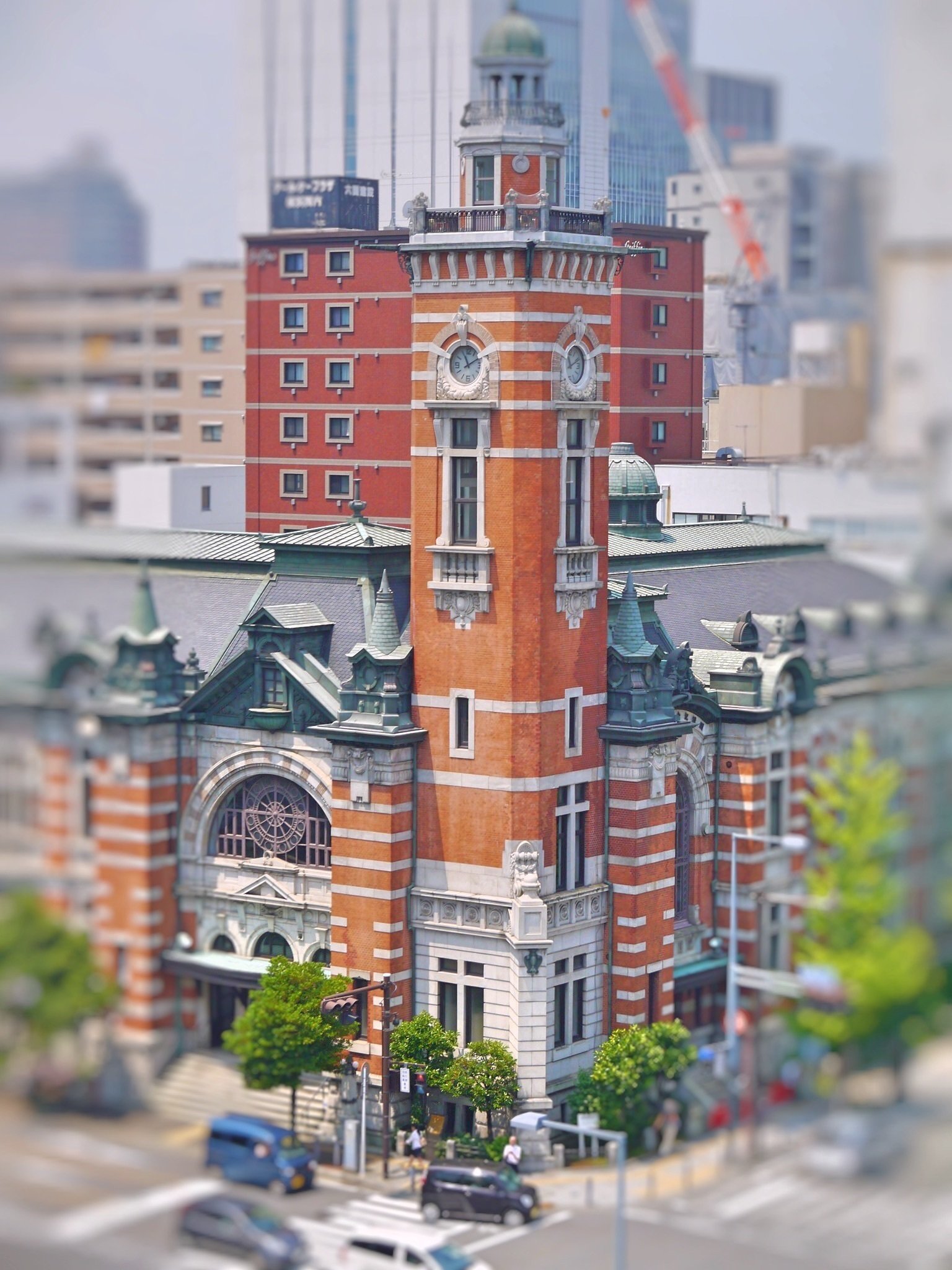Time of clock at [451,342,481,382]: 11:09
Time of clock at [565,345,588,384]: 11:10
